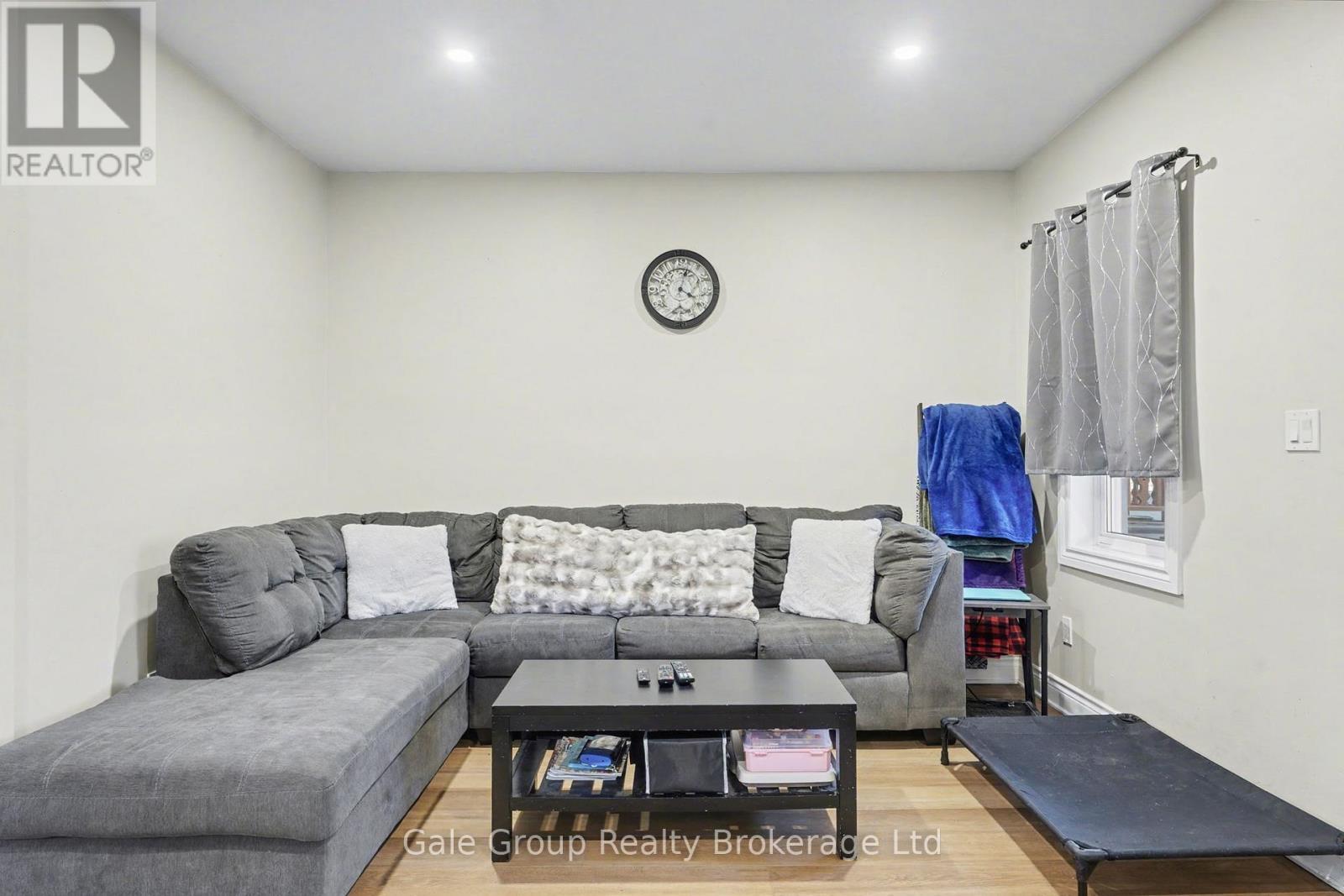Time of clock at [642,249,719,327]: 4:02
